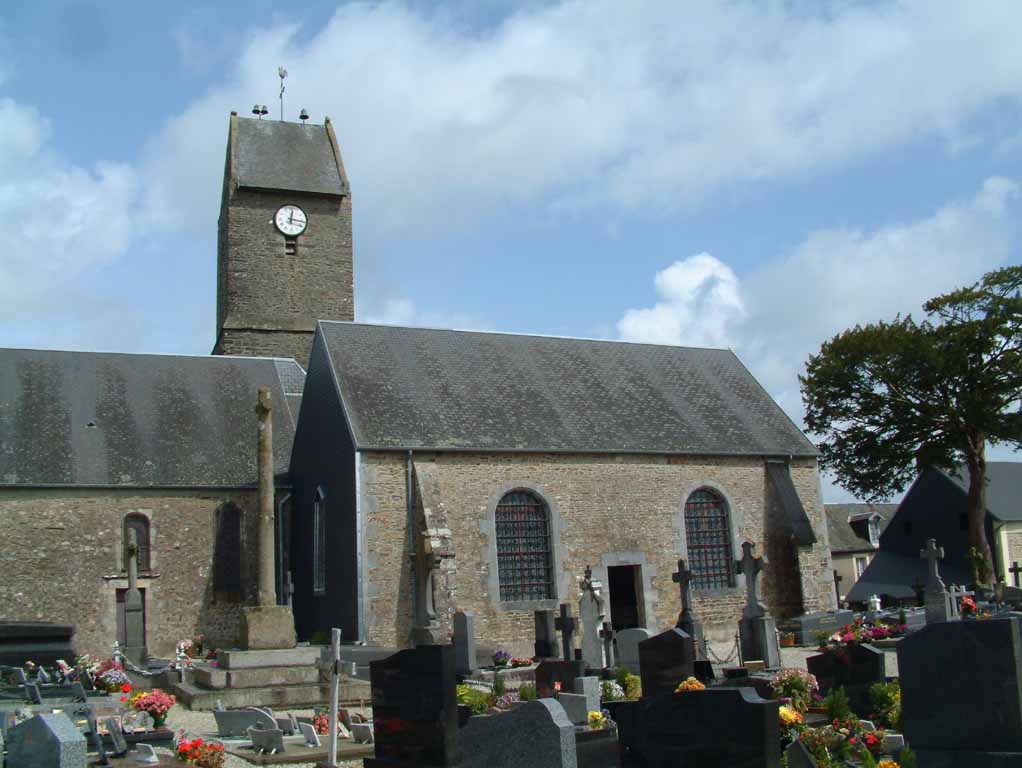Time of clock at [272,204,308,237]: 12:16
